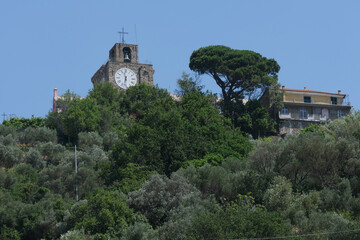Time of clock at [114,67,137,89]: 11:32
